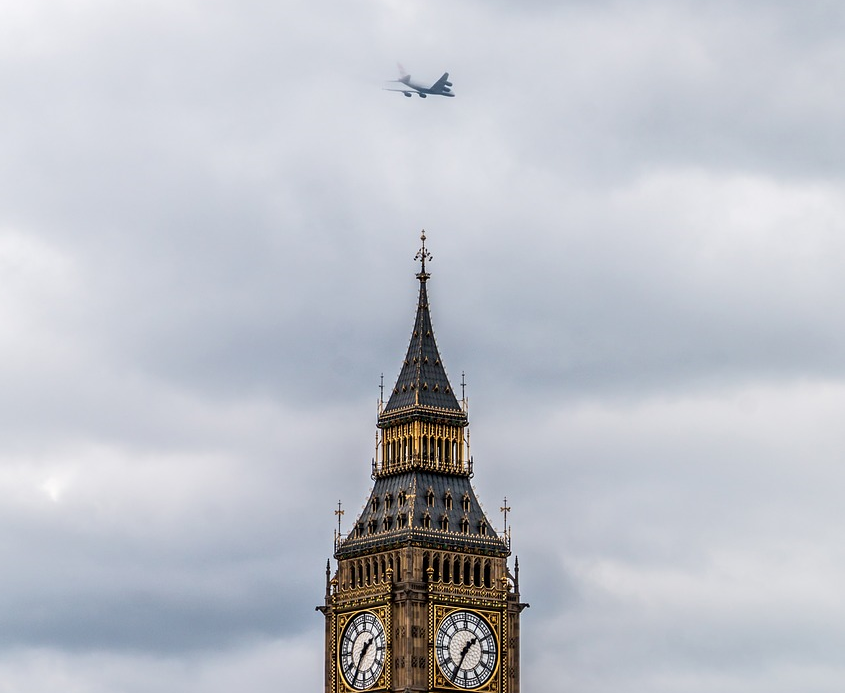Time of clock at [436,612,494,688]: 1:34
